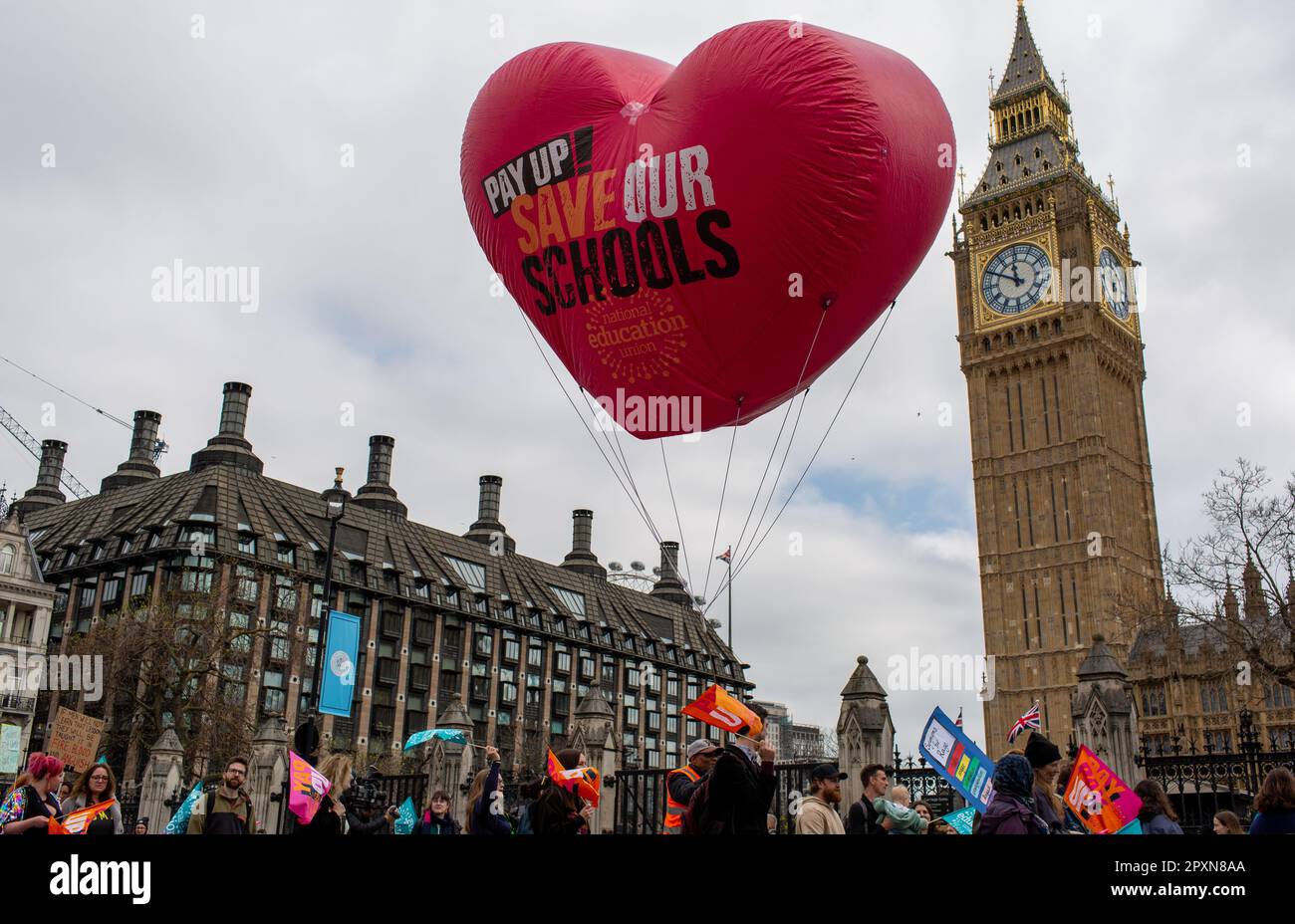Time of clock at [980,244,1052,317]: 11:49
